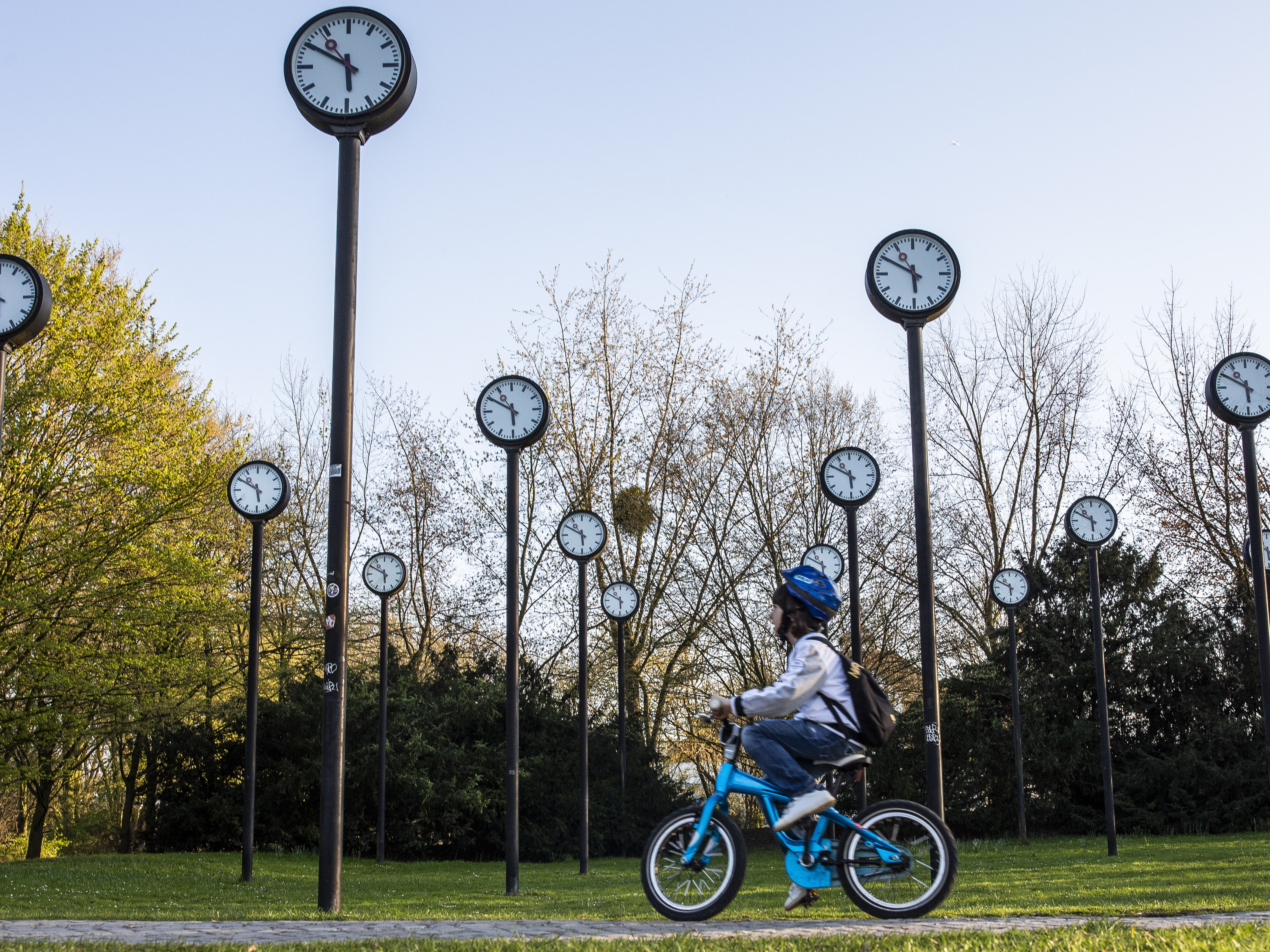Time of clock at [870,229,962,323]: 5:49
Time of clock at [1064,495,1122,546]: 5:49
